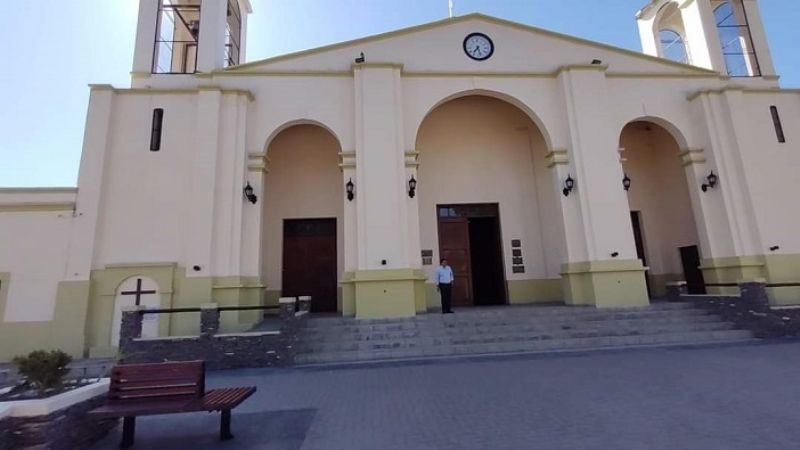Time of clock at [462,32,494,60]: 7:27
